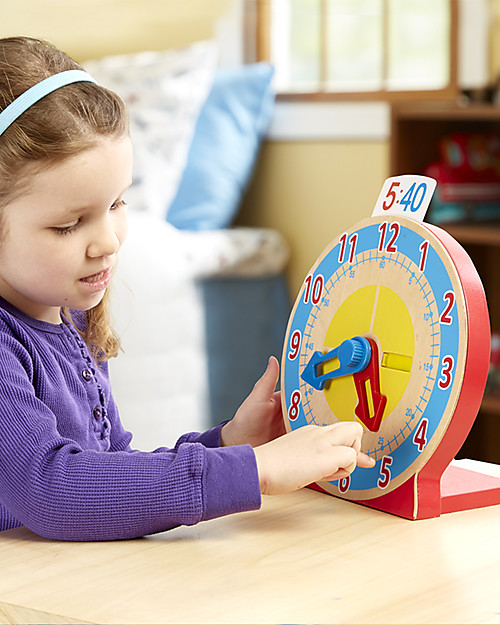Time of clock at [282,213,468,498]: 8:25
